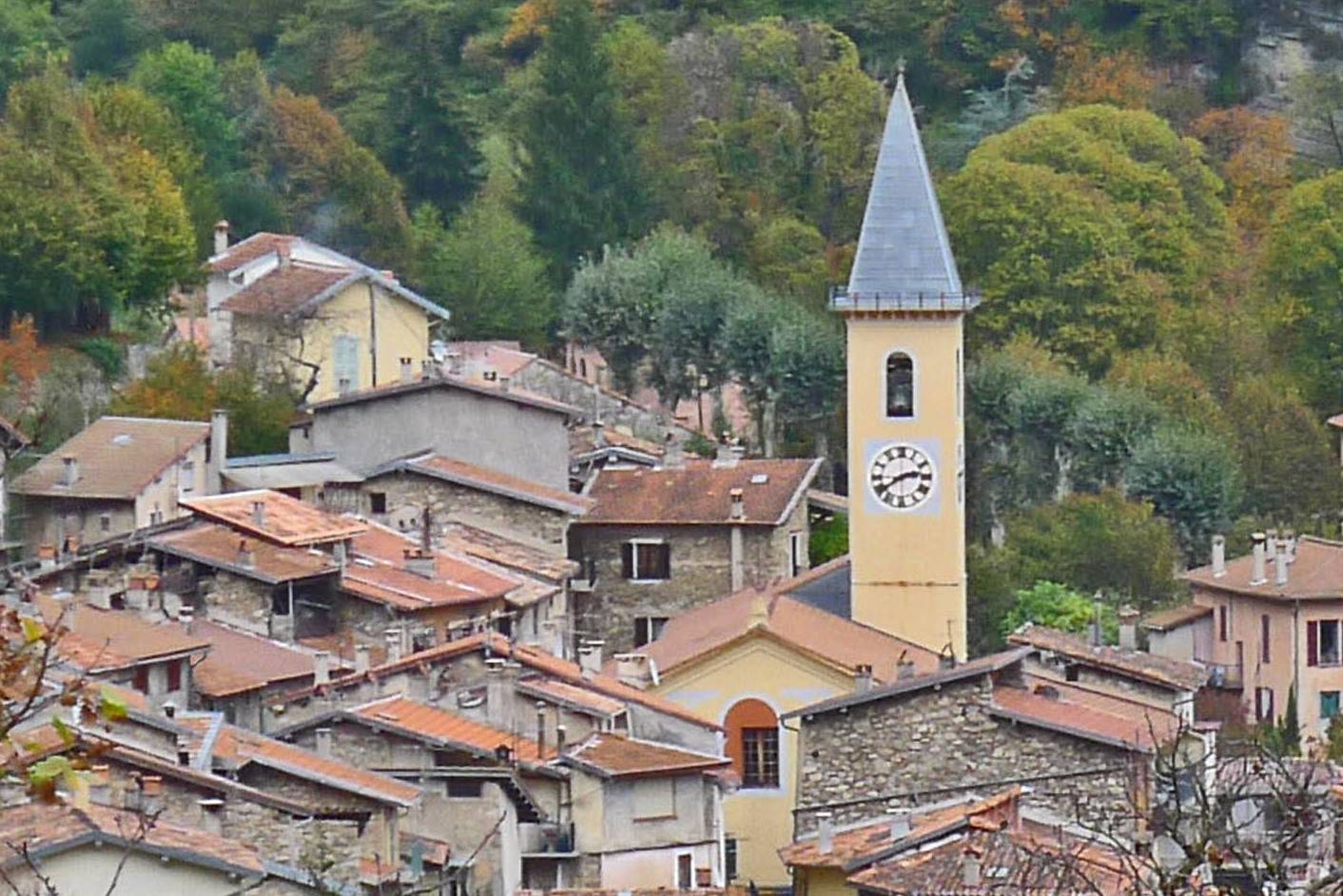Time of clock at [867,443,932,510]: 2:39
